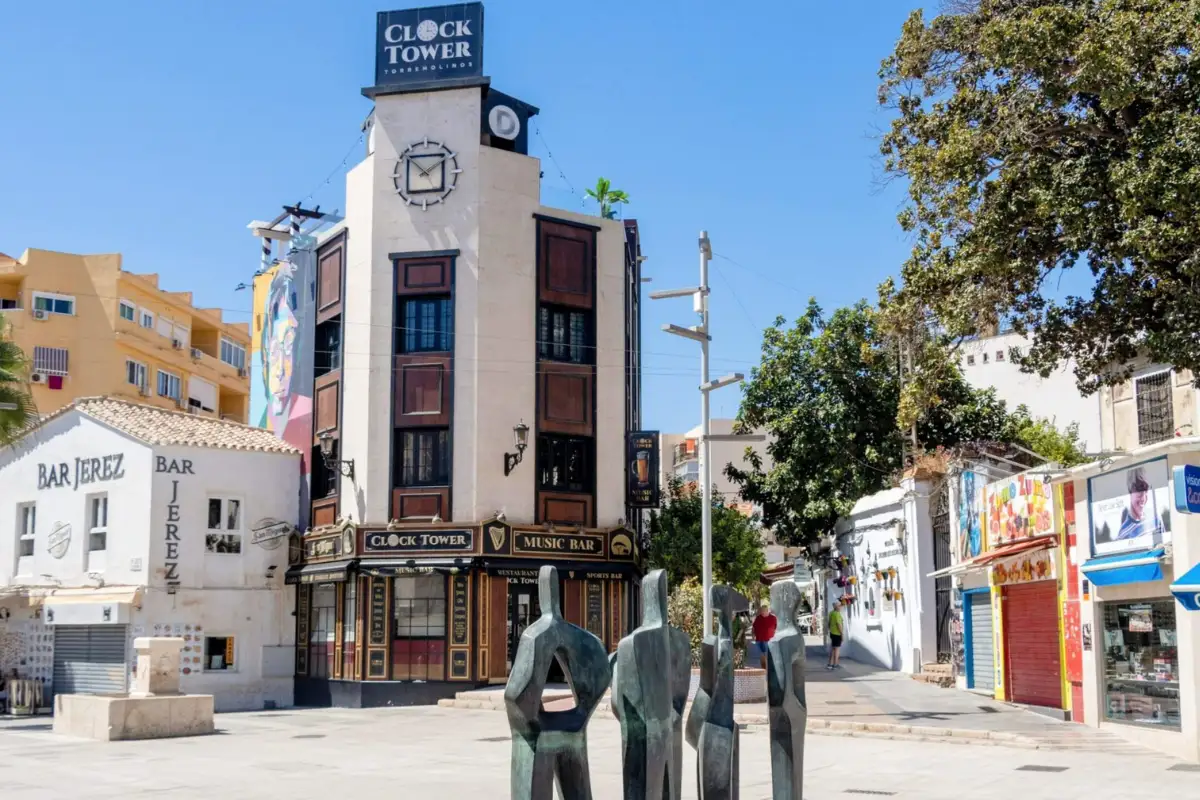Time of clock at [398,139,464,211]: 1:51
